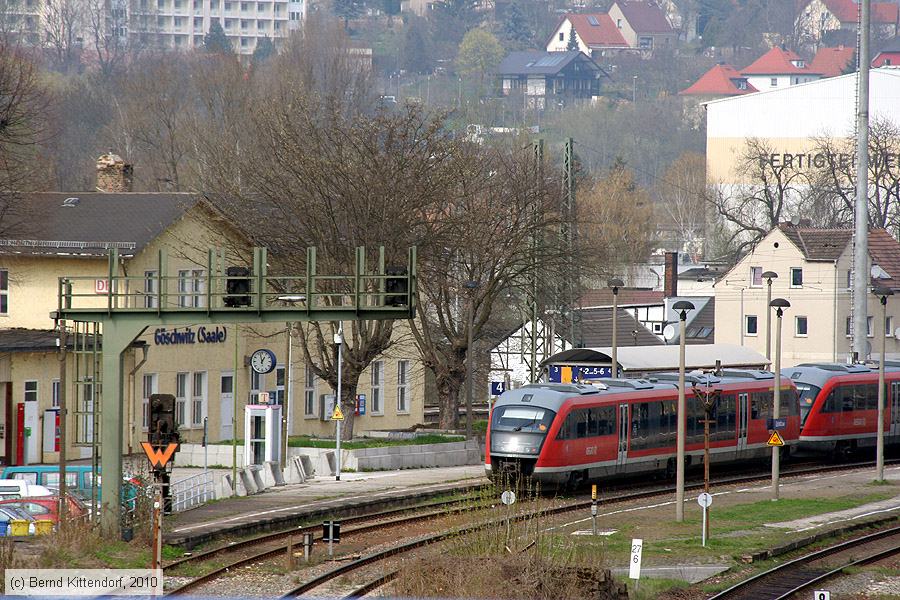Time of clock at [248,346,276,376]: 12:57
